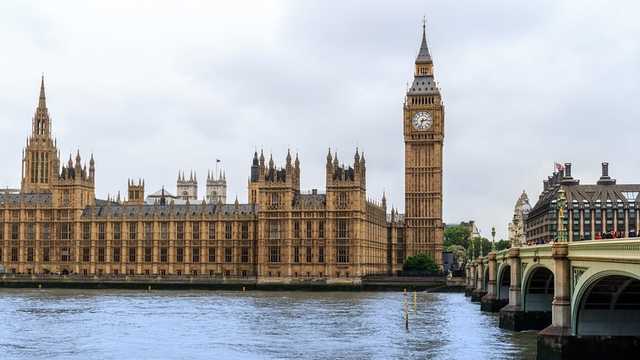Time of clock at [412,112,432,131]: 2:32
